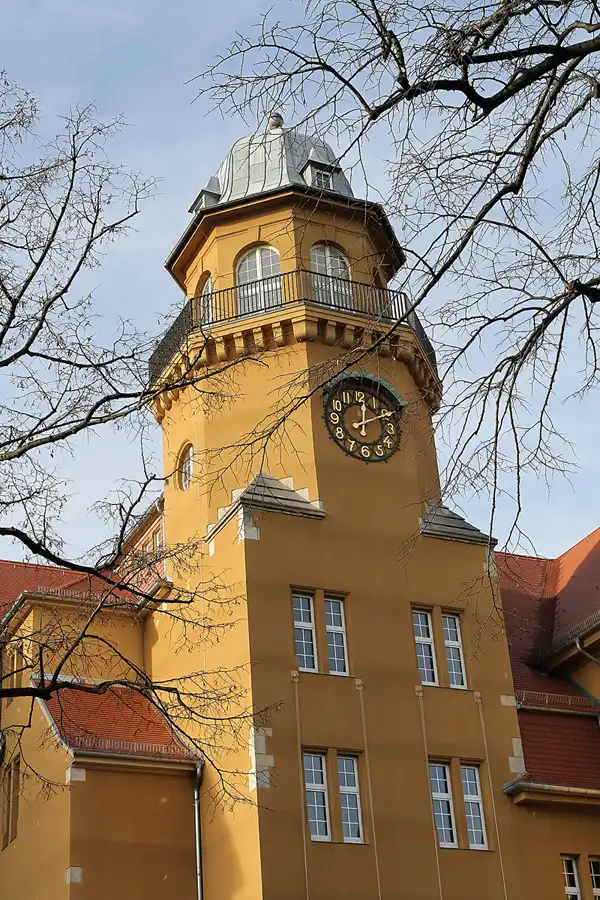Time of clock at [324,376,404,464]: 12:10
